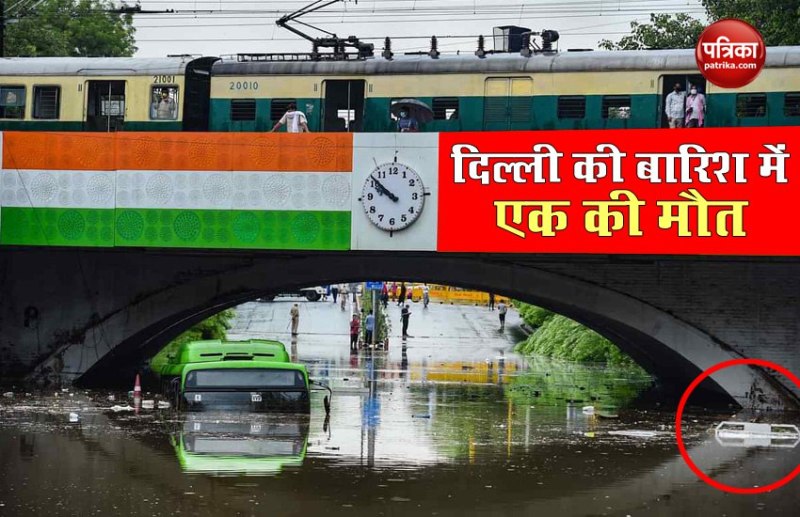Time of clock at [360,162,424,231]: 9:51
